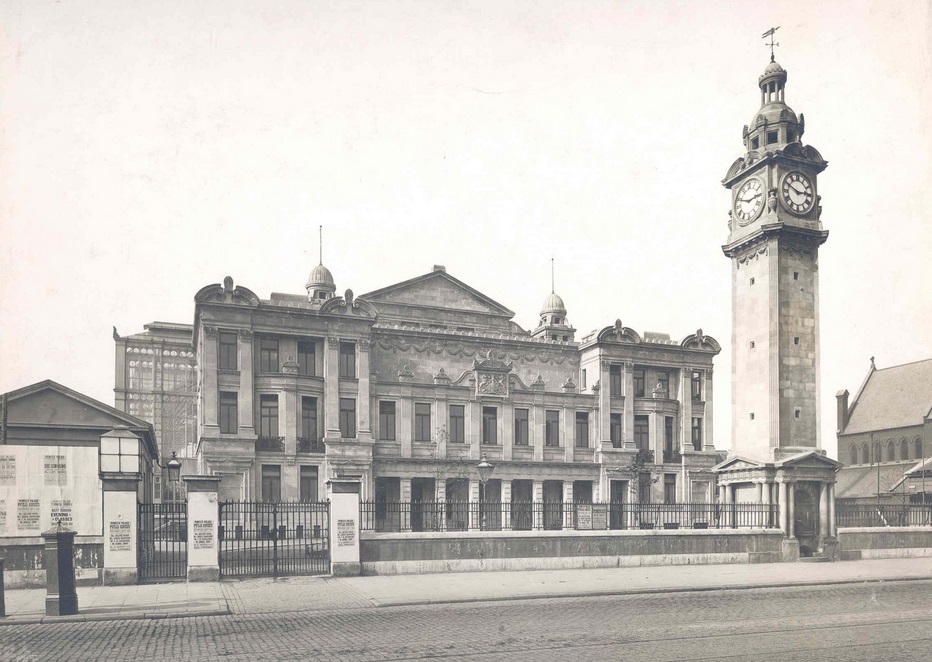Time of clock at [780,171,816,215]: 2:49
